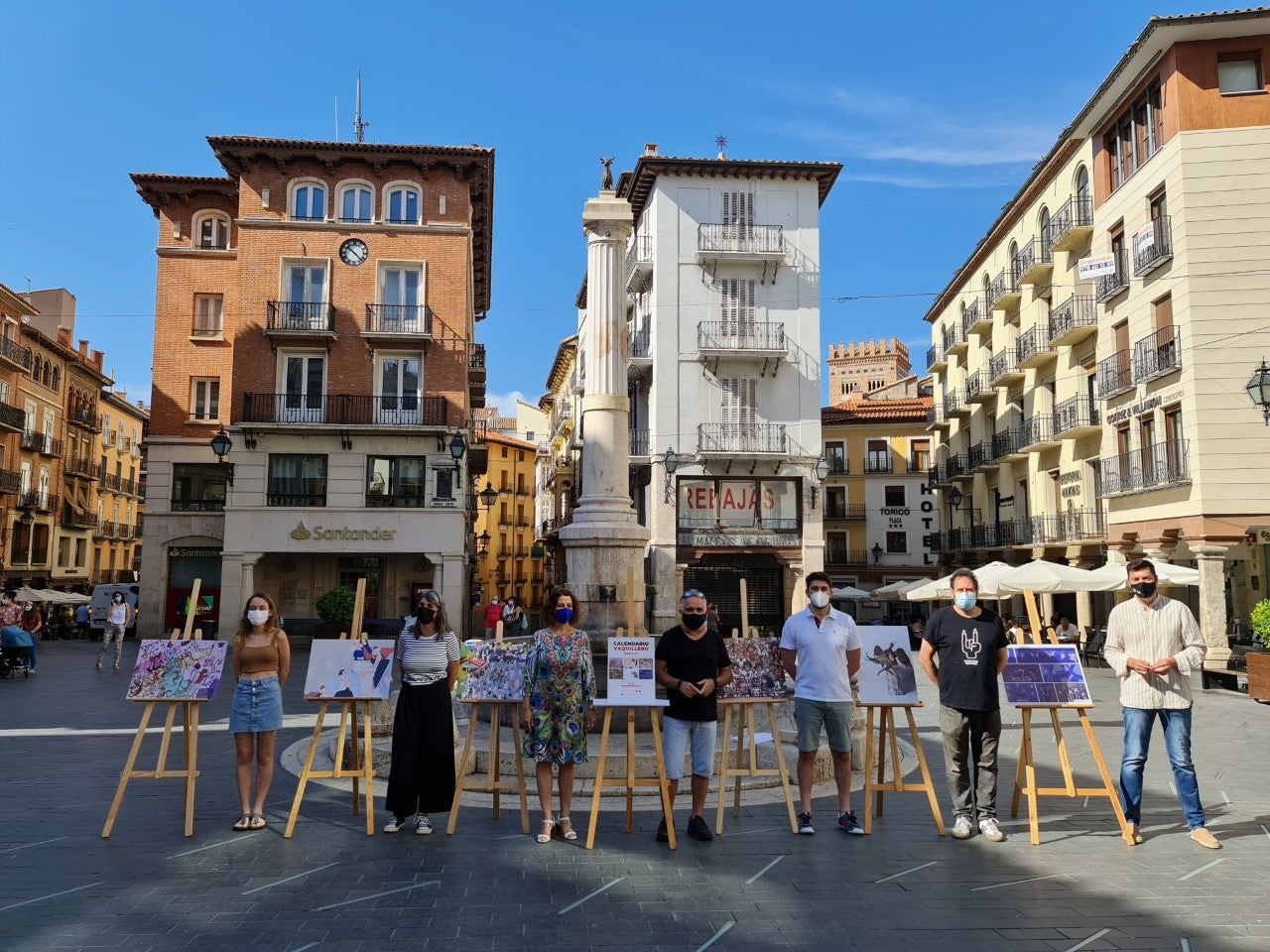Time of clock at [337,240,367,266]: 10:22
